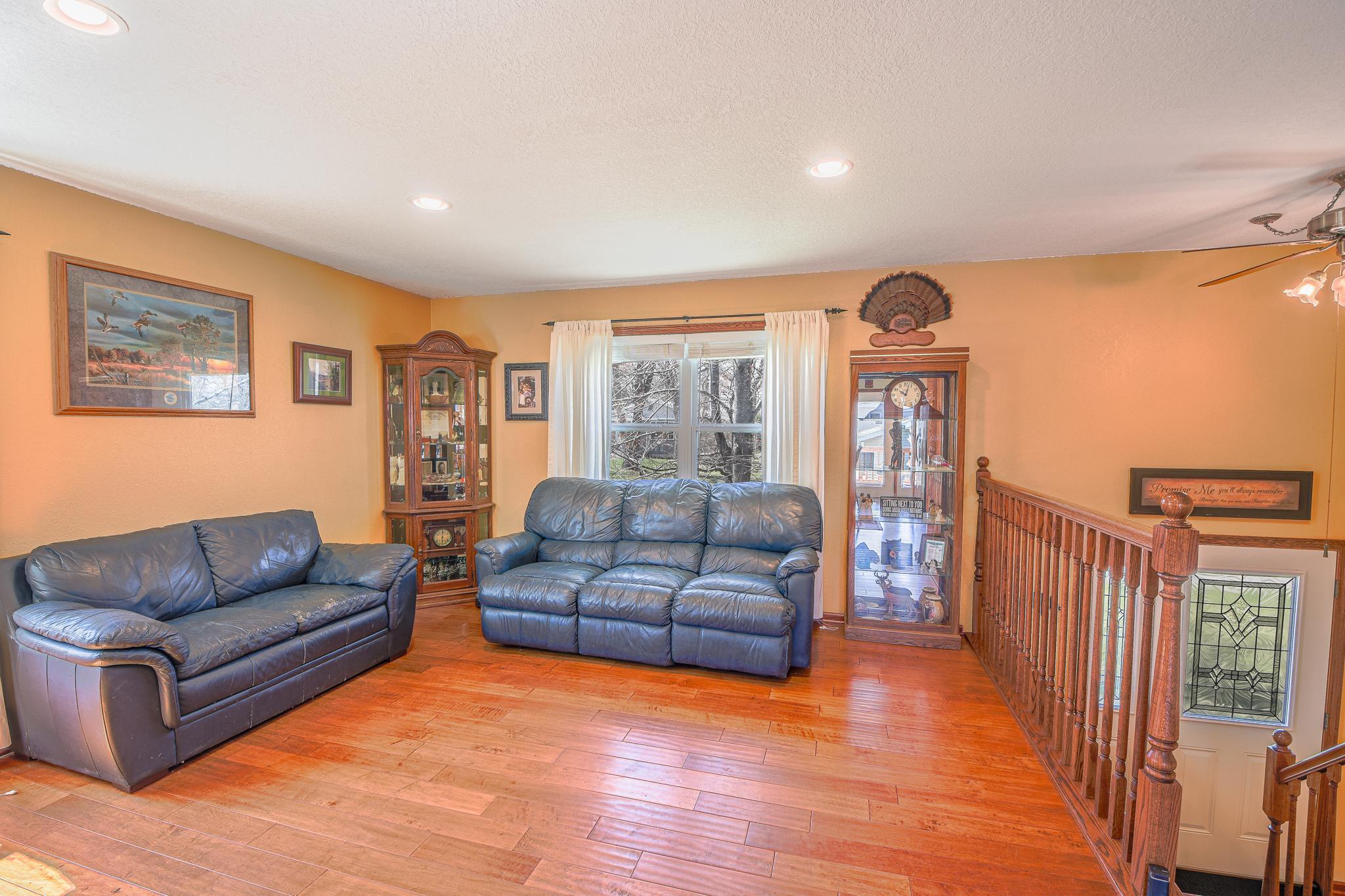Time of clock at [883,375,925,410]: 10:02
